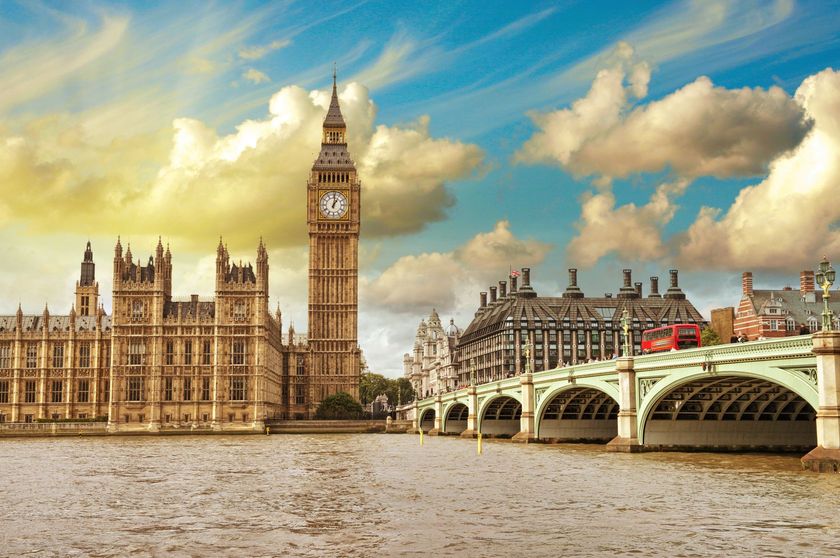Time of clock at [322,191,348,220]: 1:01
